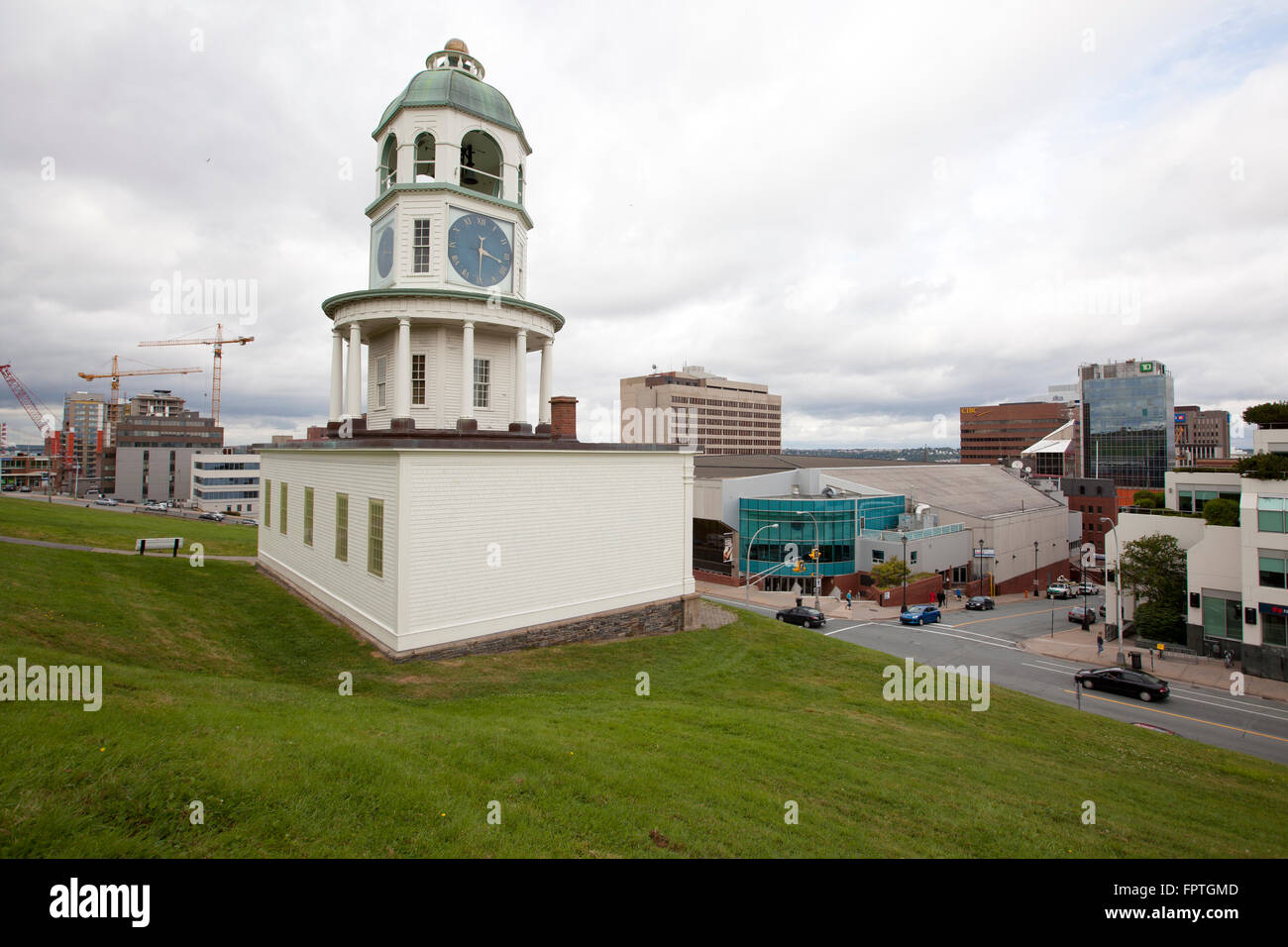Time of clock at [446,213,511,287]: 3:29
